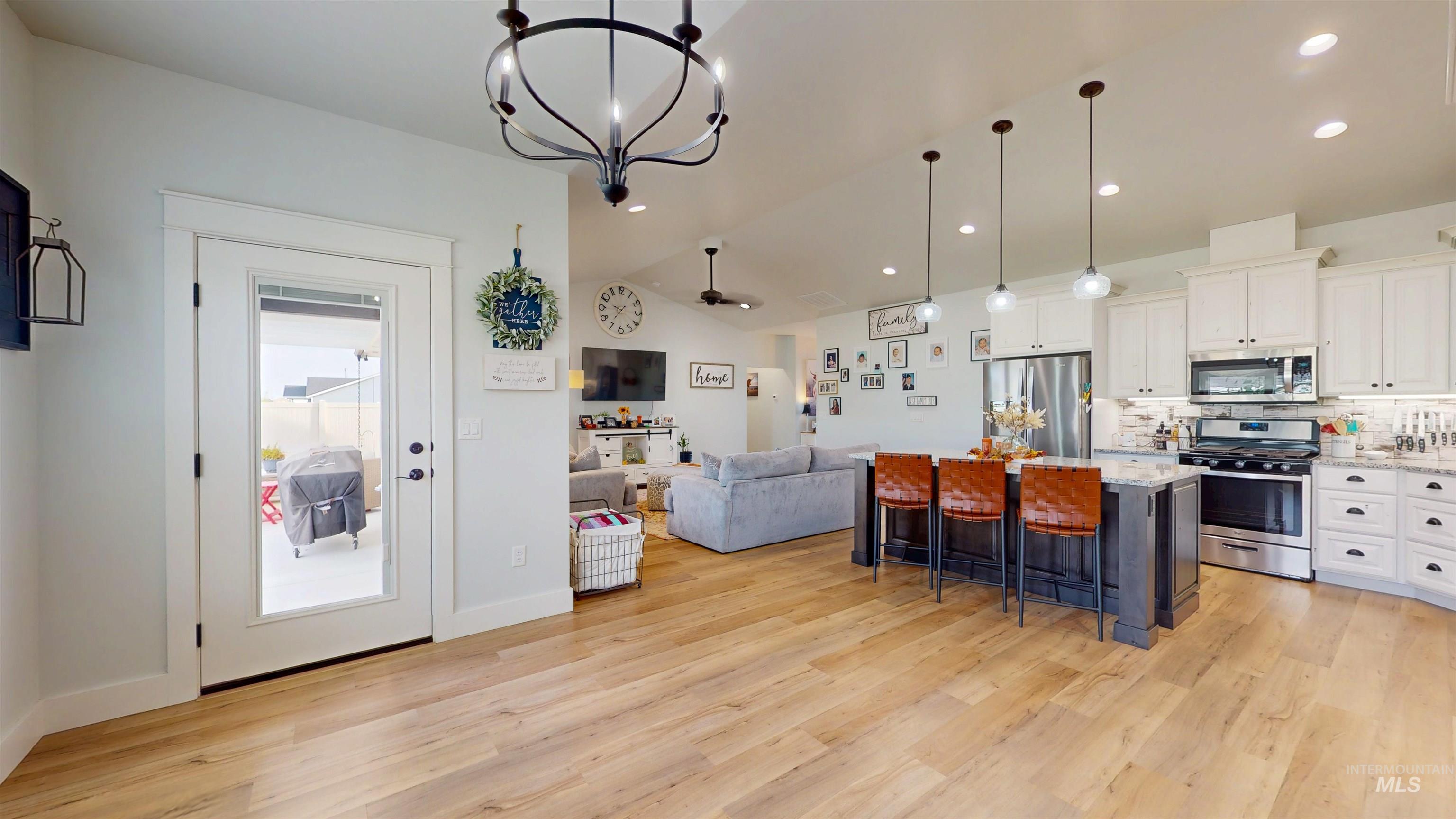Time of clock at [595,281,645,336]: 9:36
